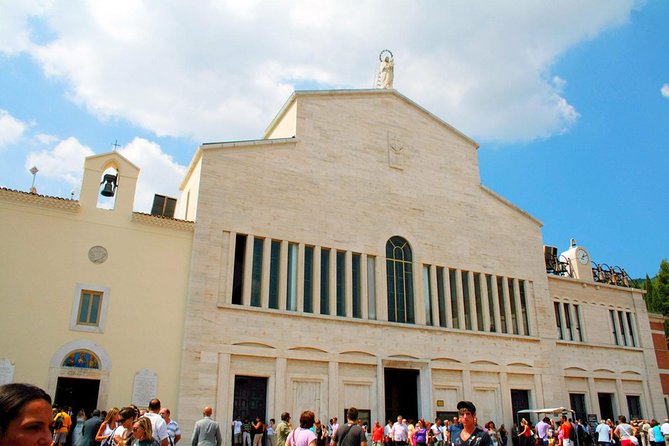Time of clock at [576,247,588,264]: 7:11
